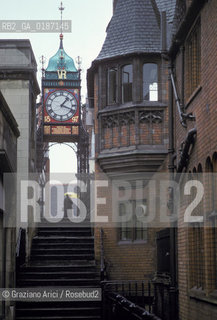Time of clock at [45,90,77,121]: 1:18
